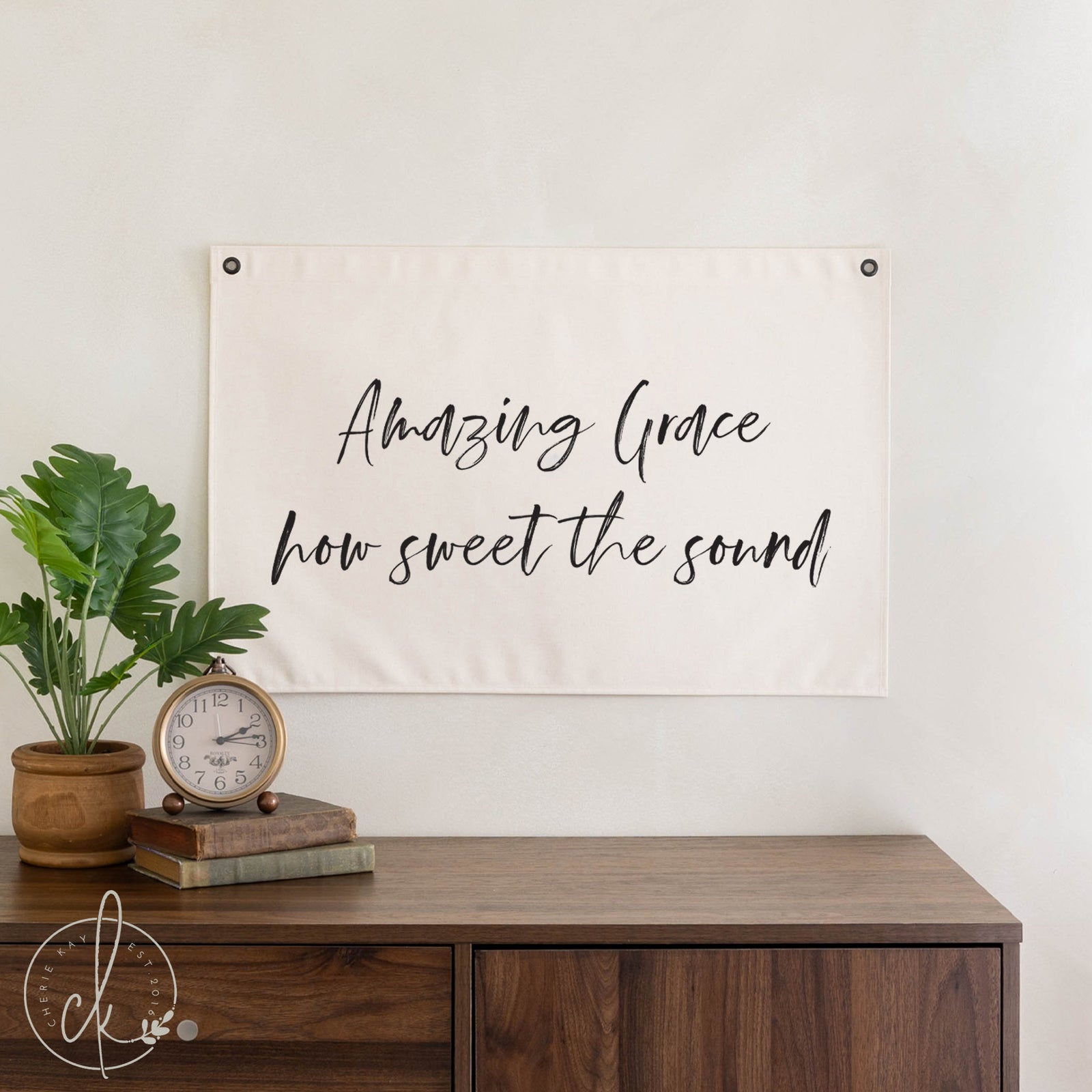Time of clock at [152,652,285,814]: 2:14
